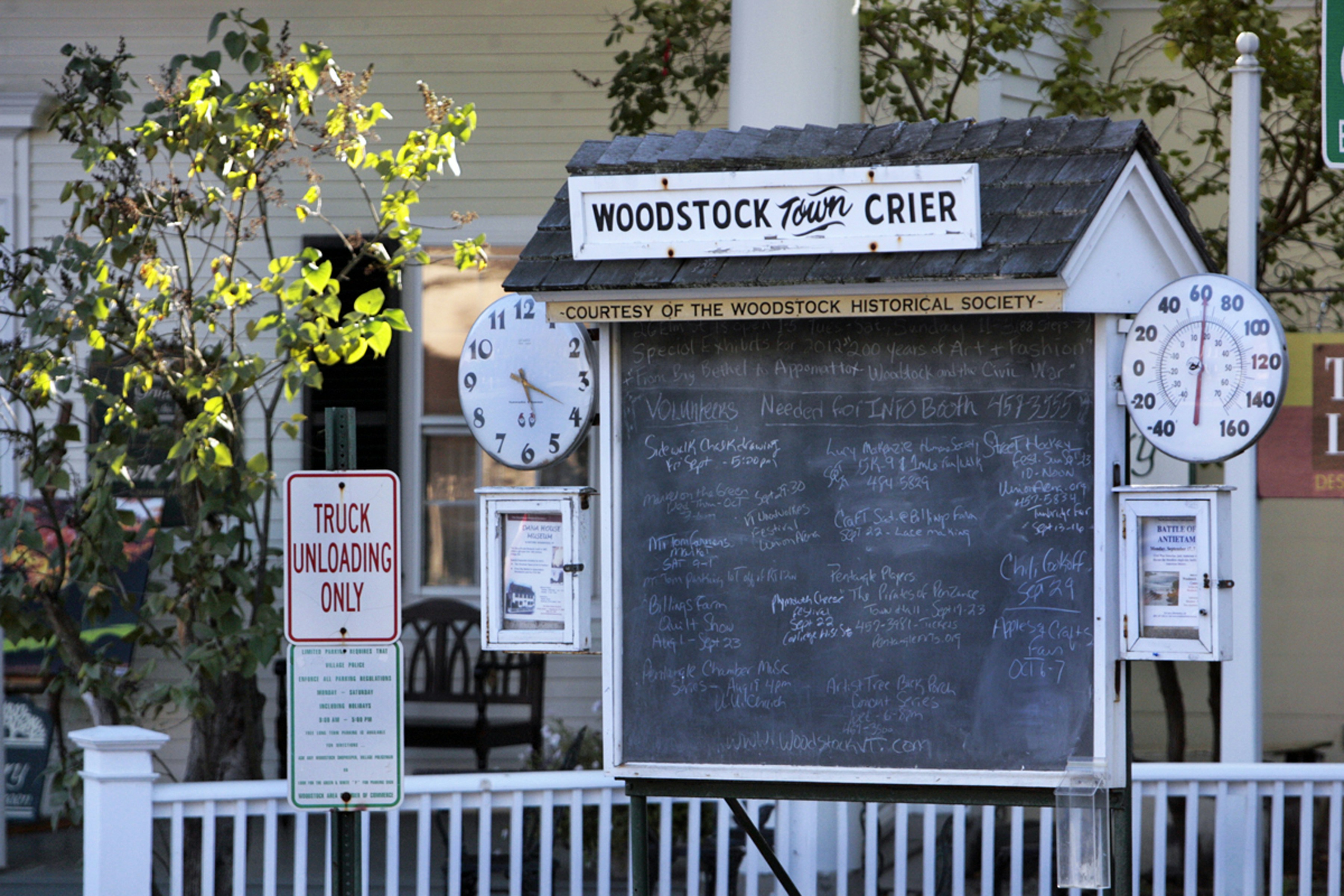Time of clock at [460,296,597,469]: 5:18
